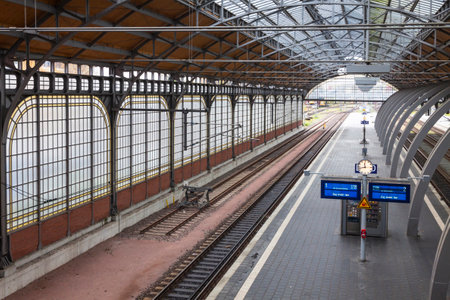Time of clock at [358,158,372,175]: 11:42
